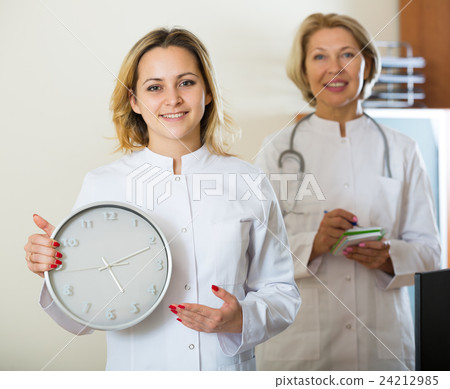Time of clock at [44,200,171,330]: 5:11
